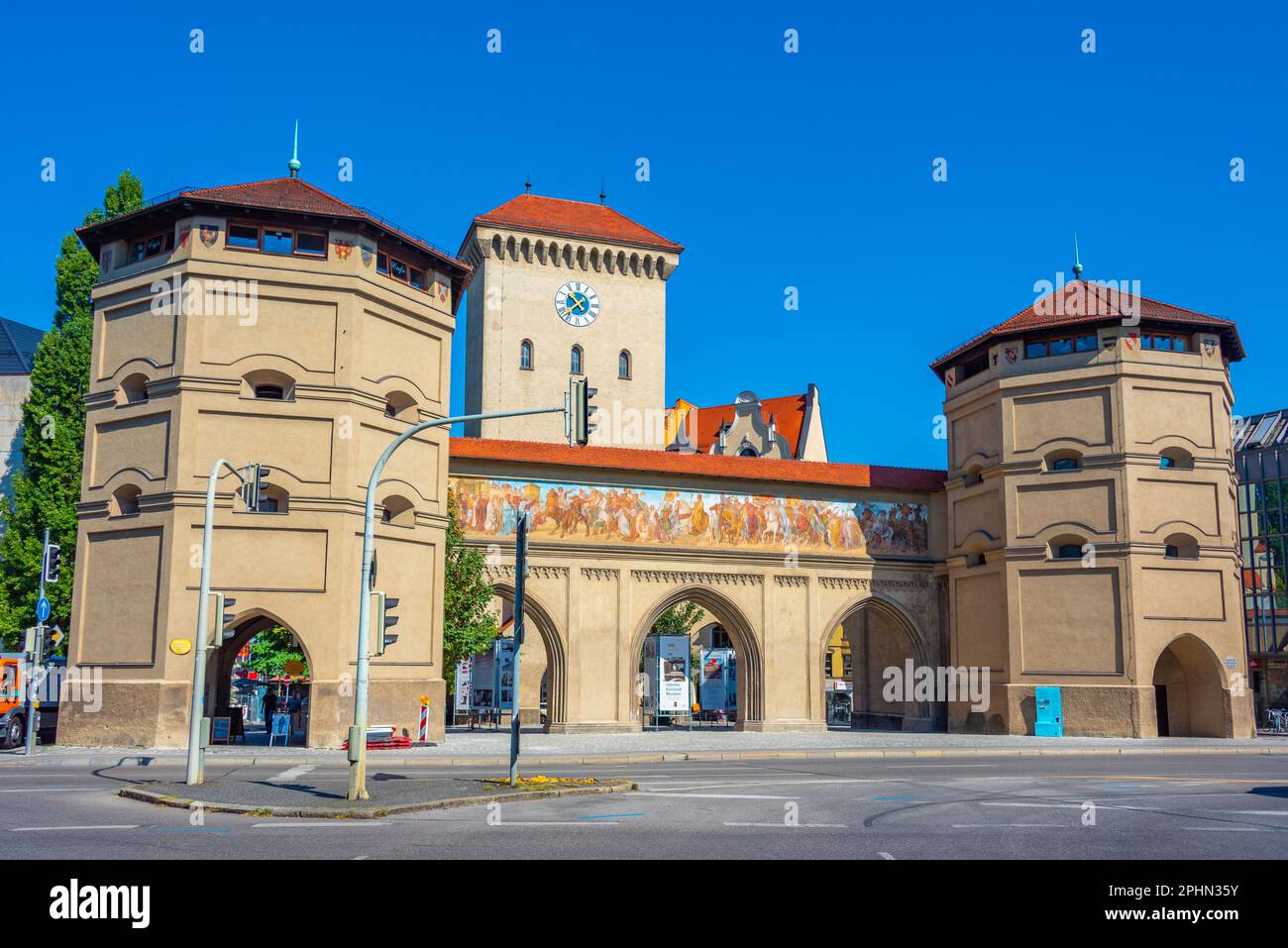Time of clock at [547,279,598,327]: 10:37
